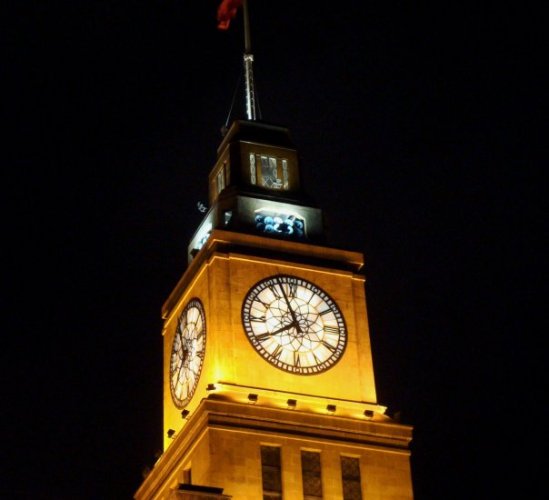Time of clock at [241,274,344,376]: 7:56
